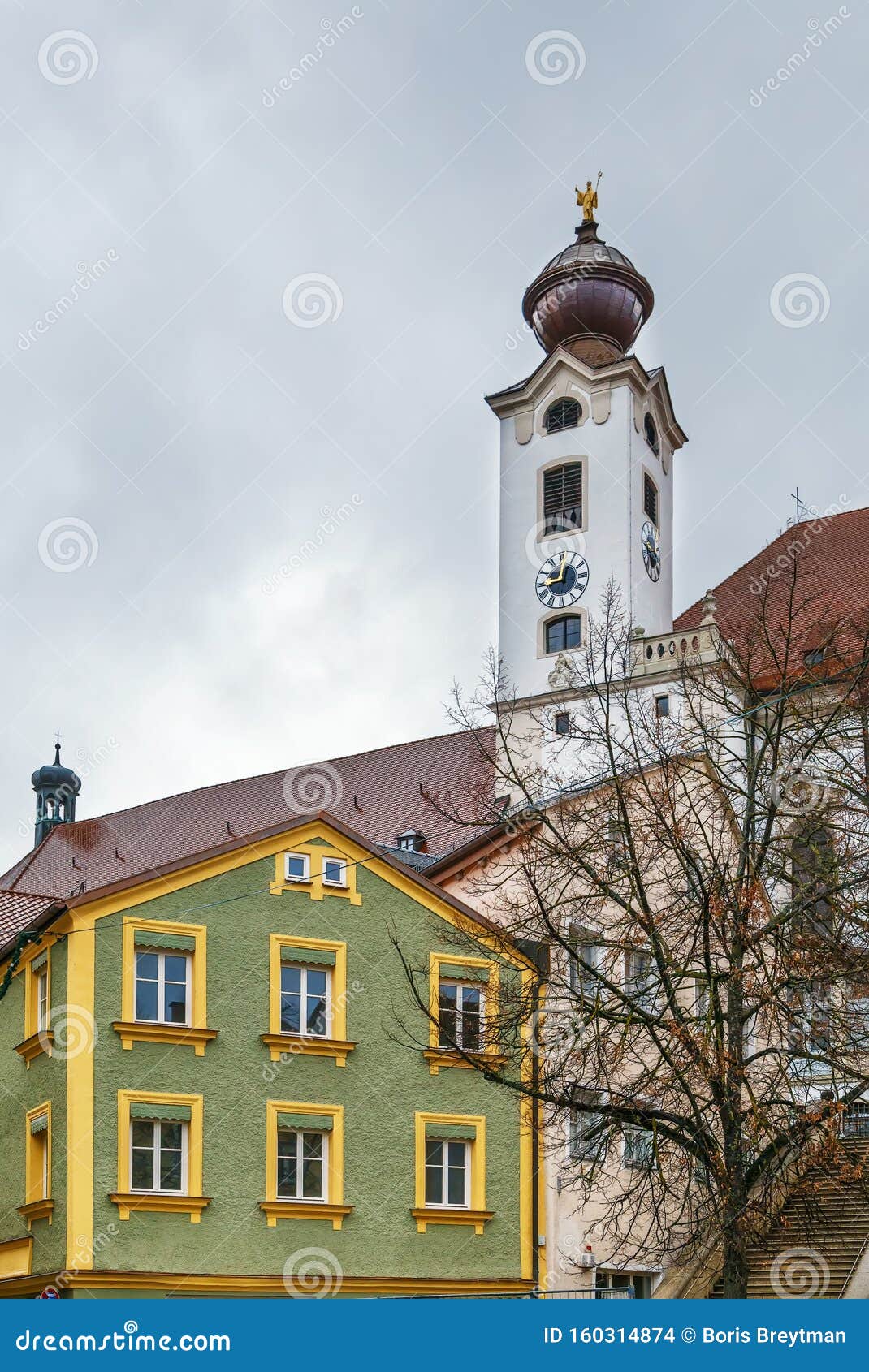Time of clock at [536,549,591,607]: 9:01
